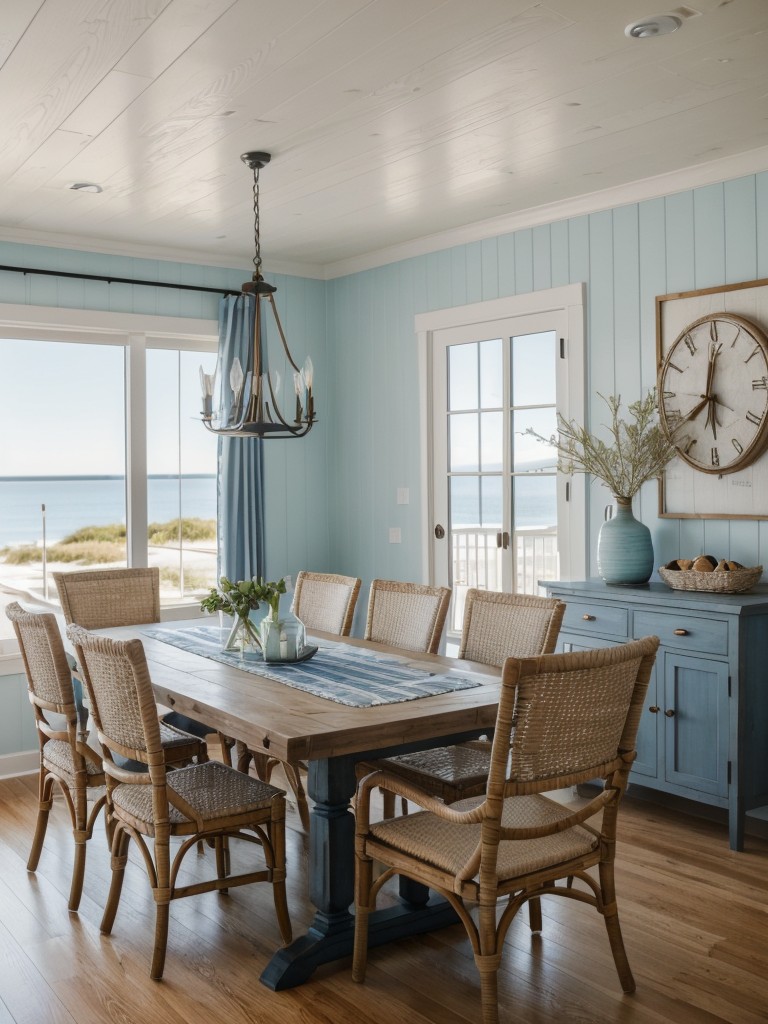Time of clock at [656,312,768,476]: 6:00
